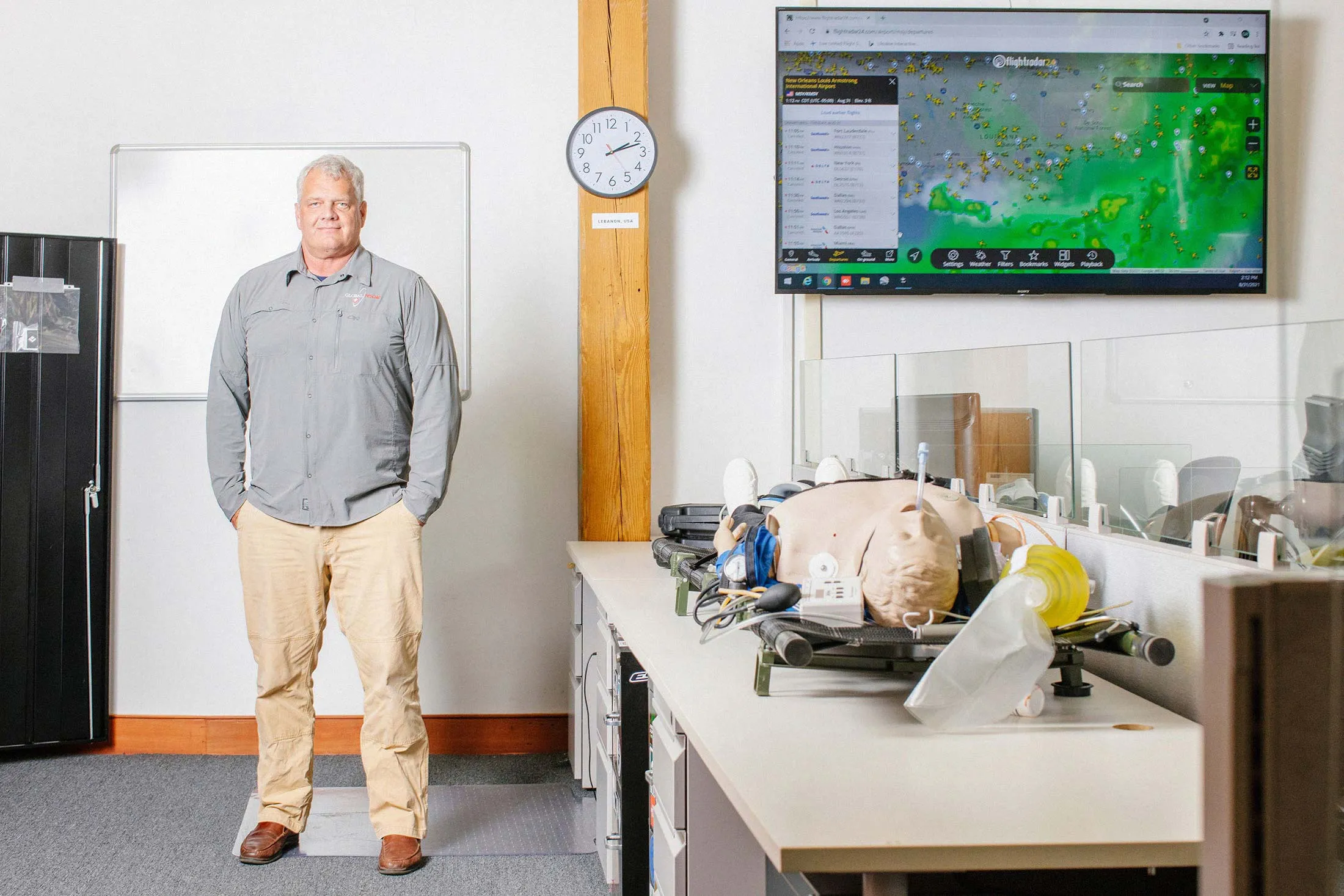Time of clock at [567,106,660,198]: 2:12
